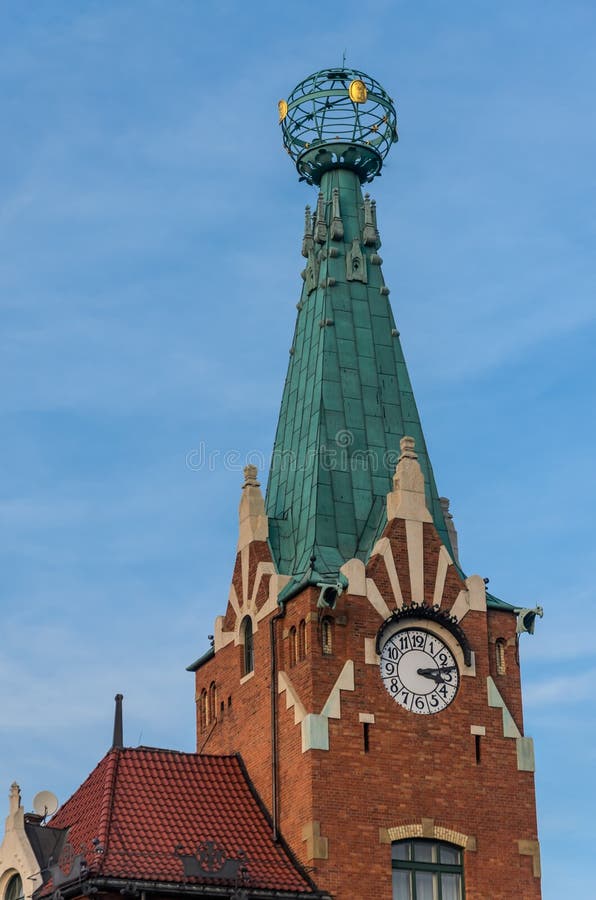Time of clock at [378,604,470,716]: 3:13
